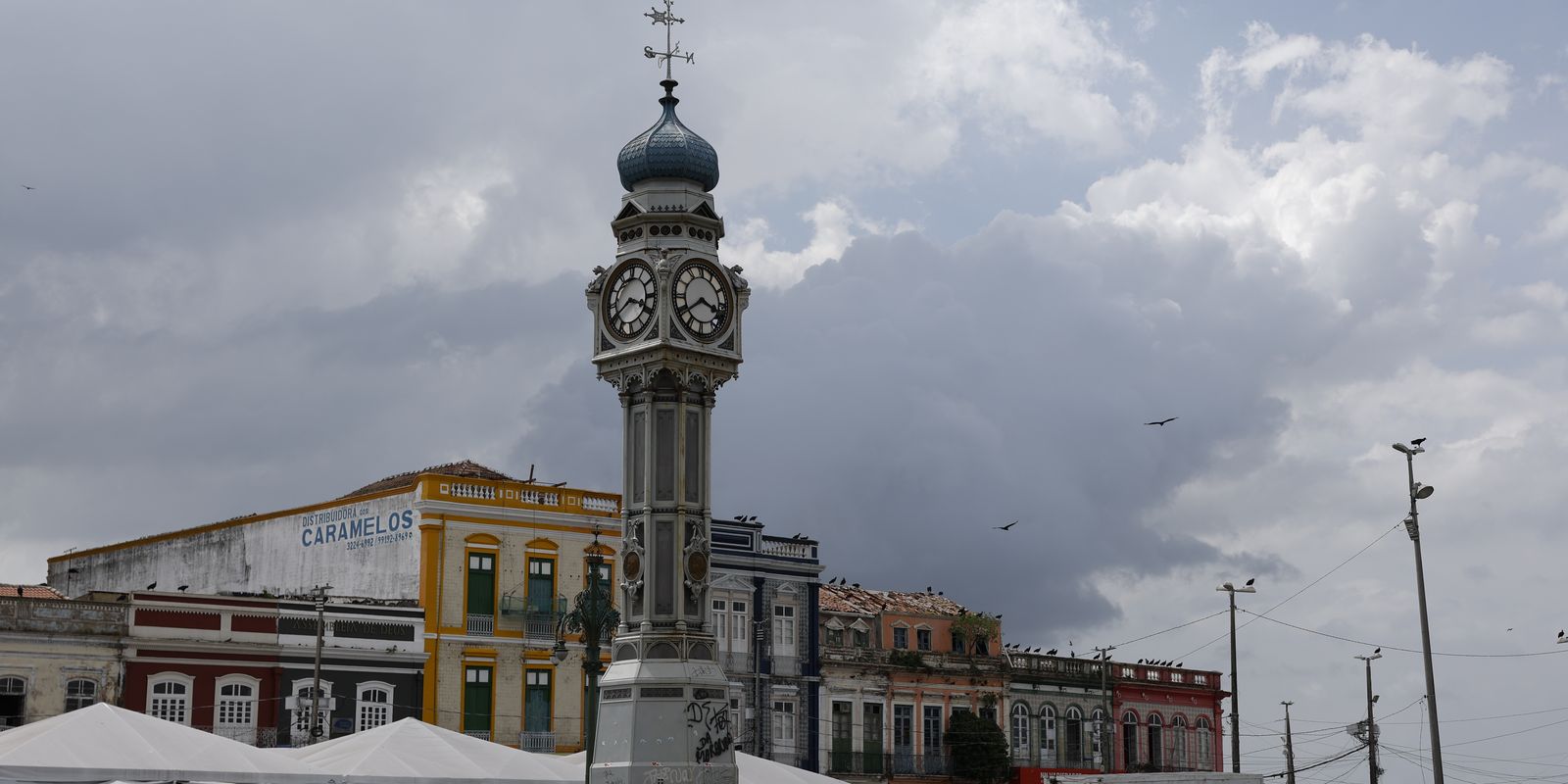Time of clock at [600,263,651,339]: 3:40
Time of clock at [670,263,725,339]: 3:39
